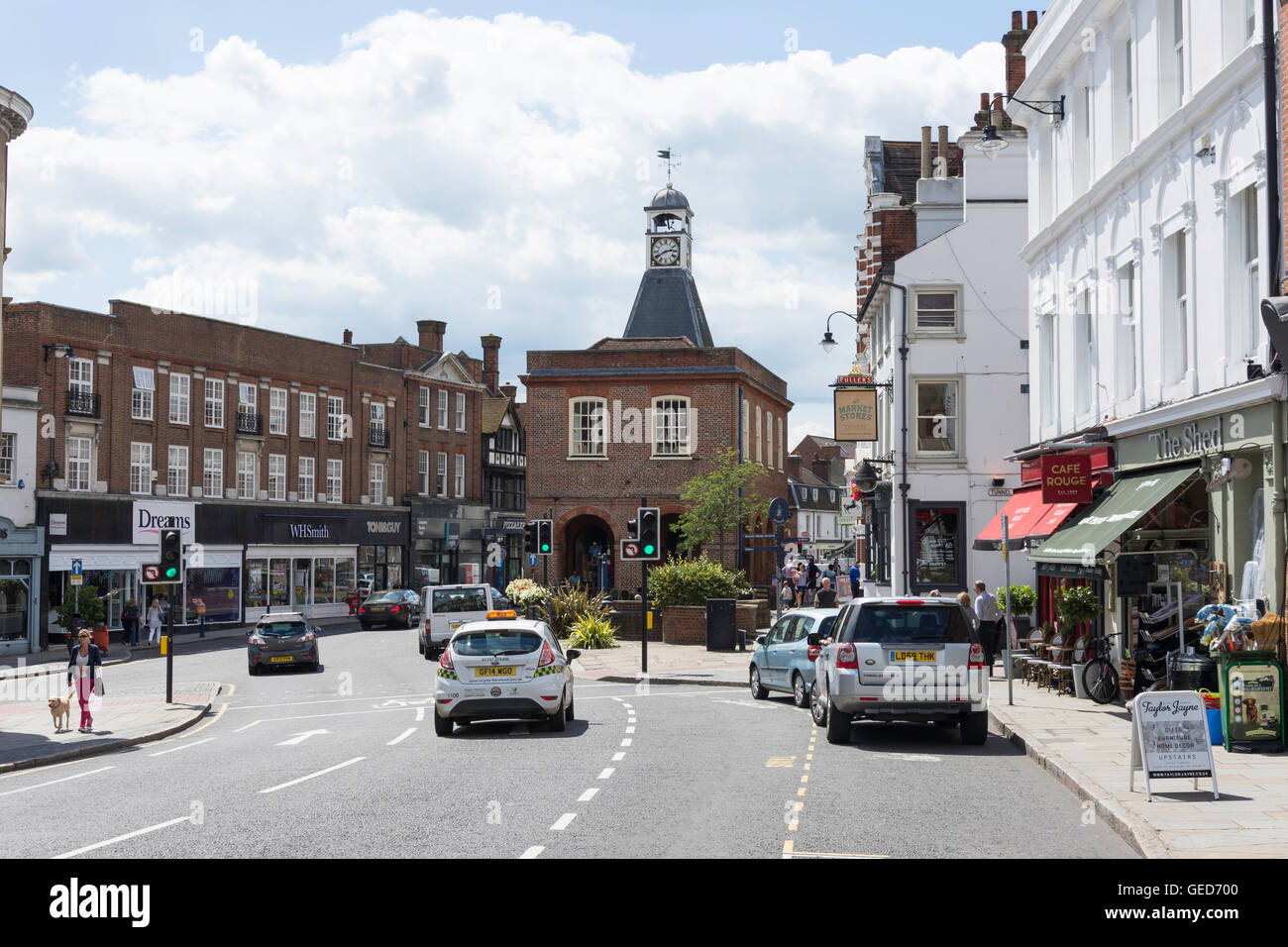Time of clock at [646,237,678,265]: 2:40
